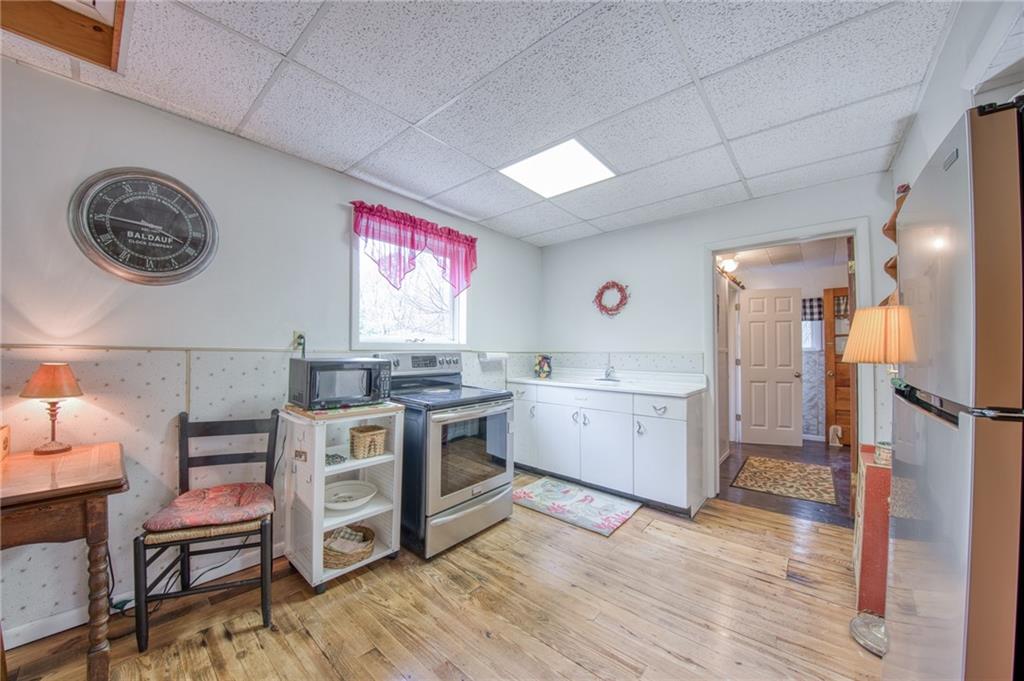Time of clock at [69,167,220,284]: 3:45
